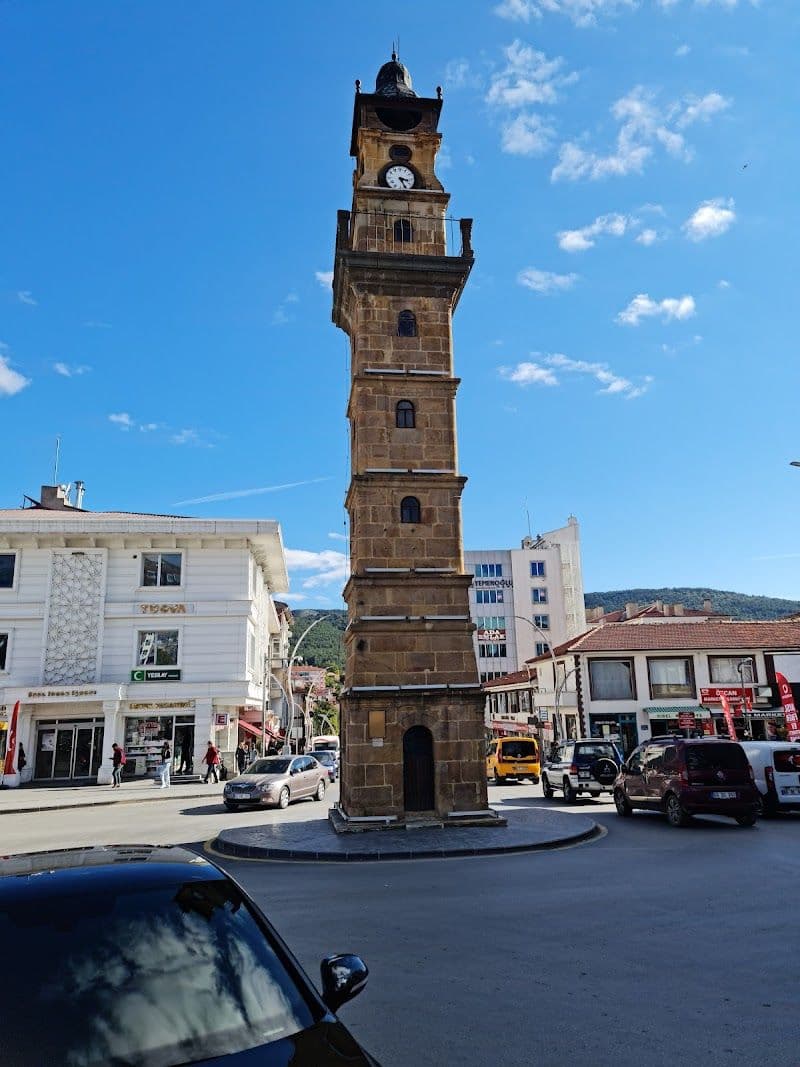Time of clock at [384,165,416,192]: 3:26
